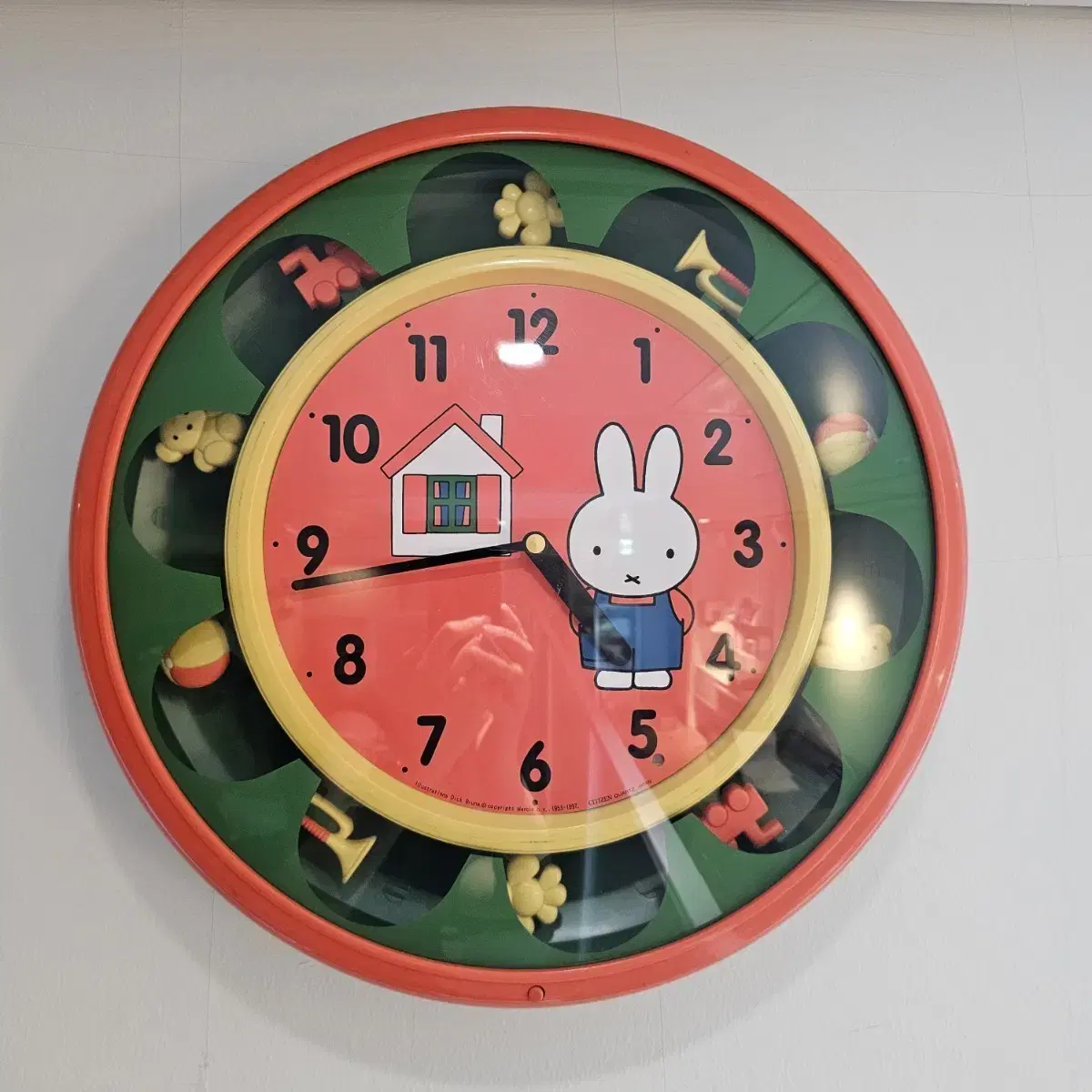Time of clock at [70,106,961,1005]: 4:43
